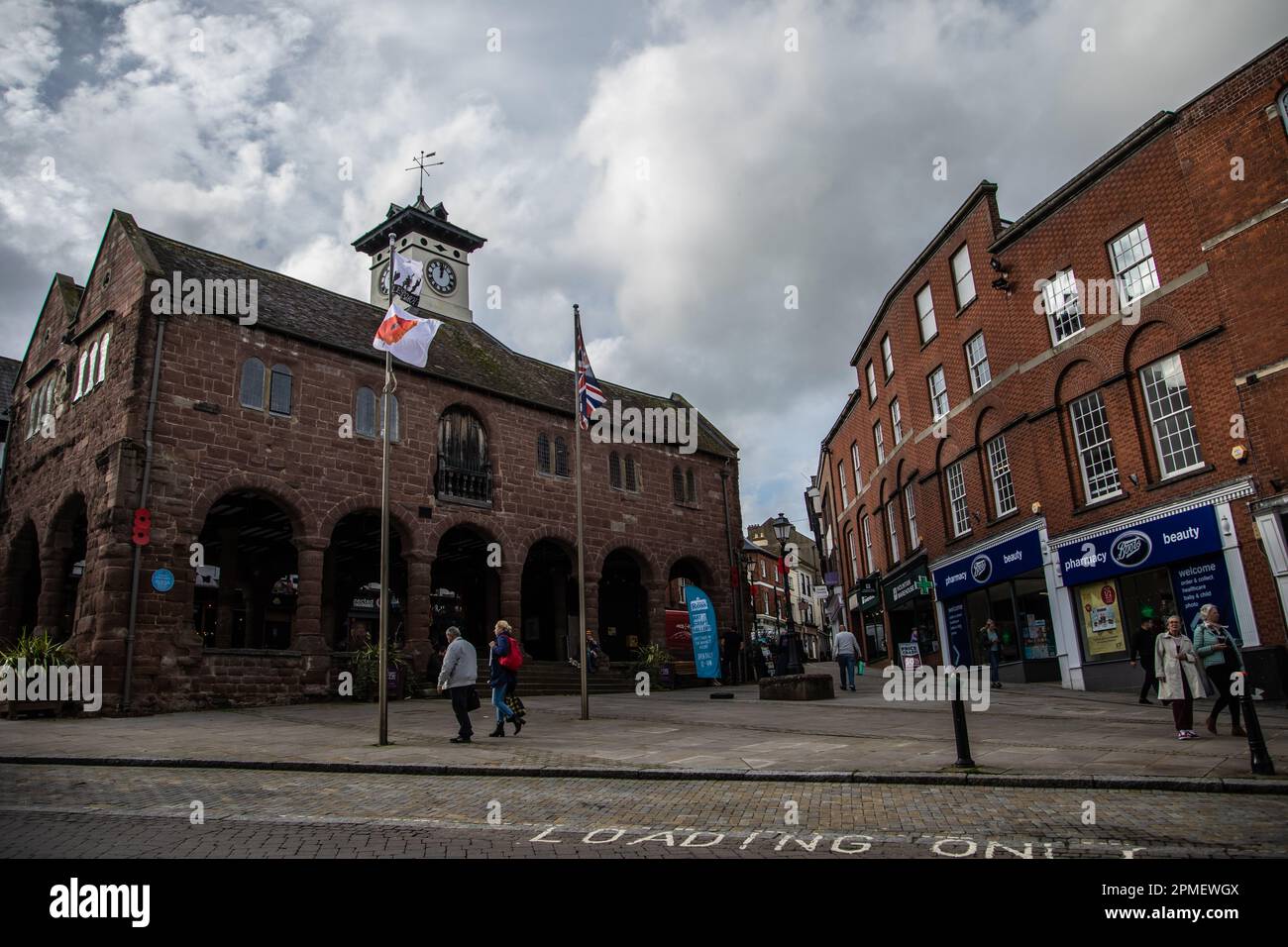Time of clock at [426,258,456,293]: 12:02
